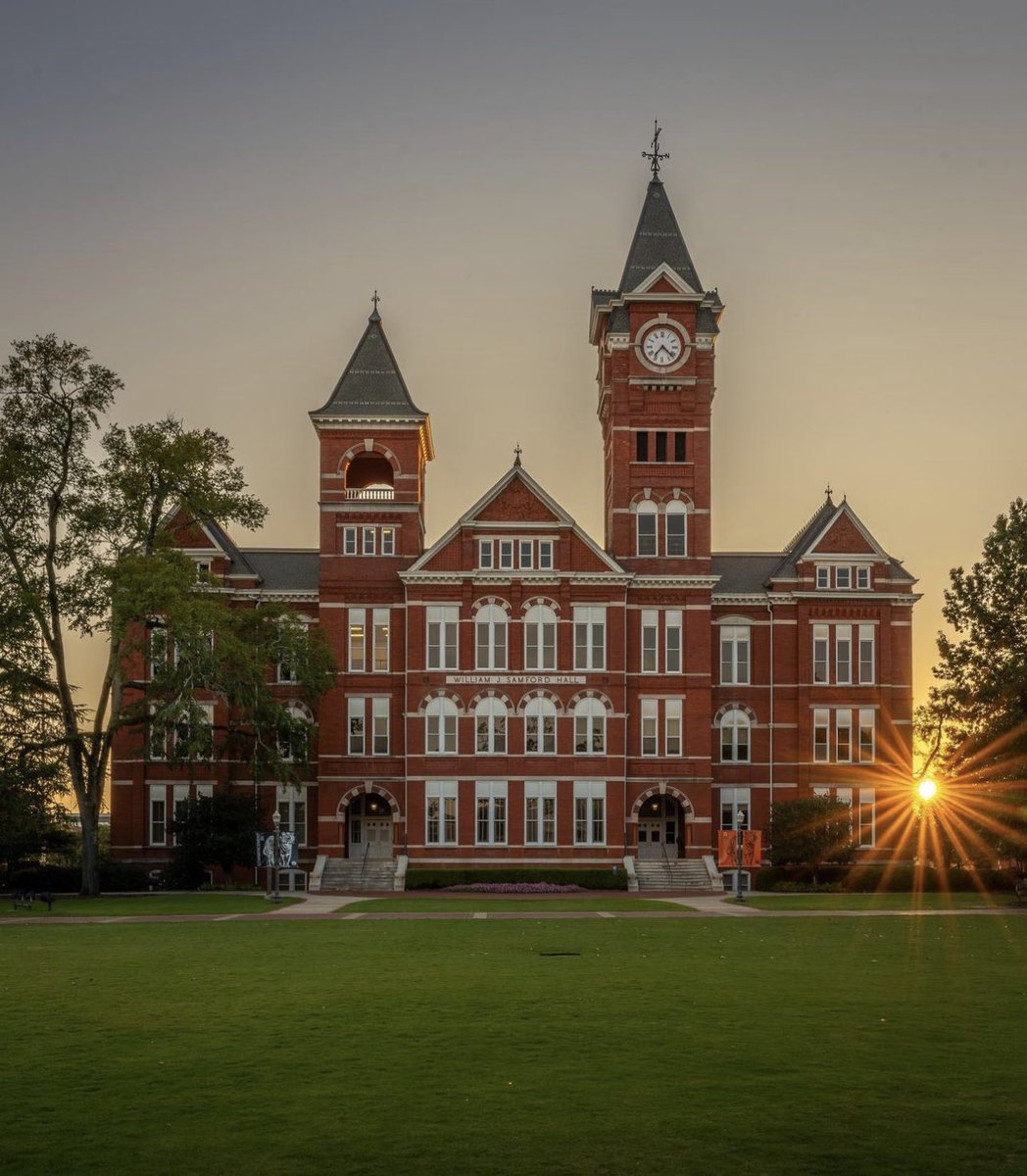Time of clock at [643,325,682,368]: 7:22
